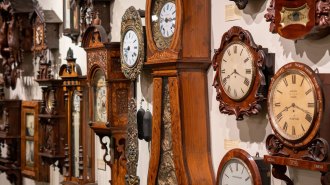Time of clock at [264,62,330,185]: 8:18
